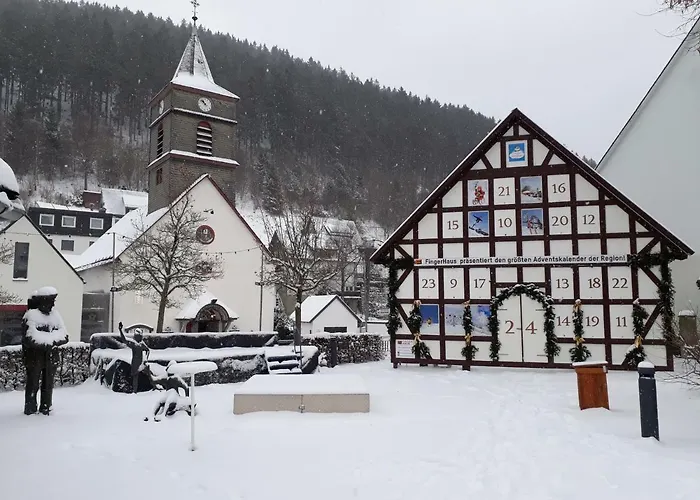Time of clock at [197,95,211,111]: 10:52
